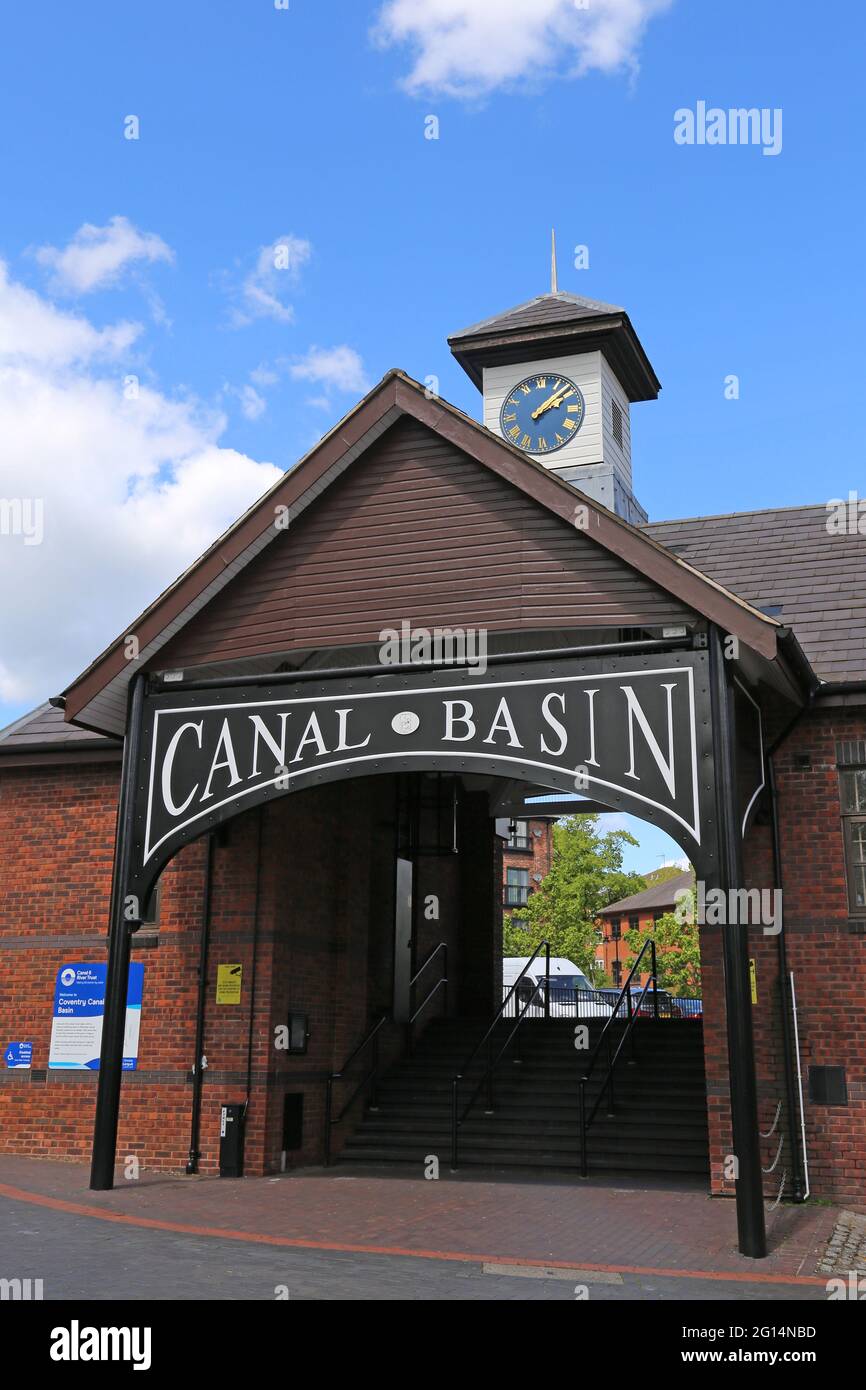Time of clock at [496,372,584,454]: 2:08
